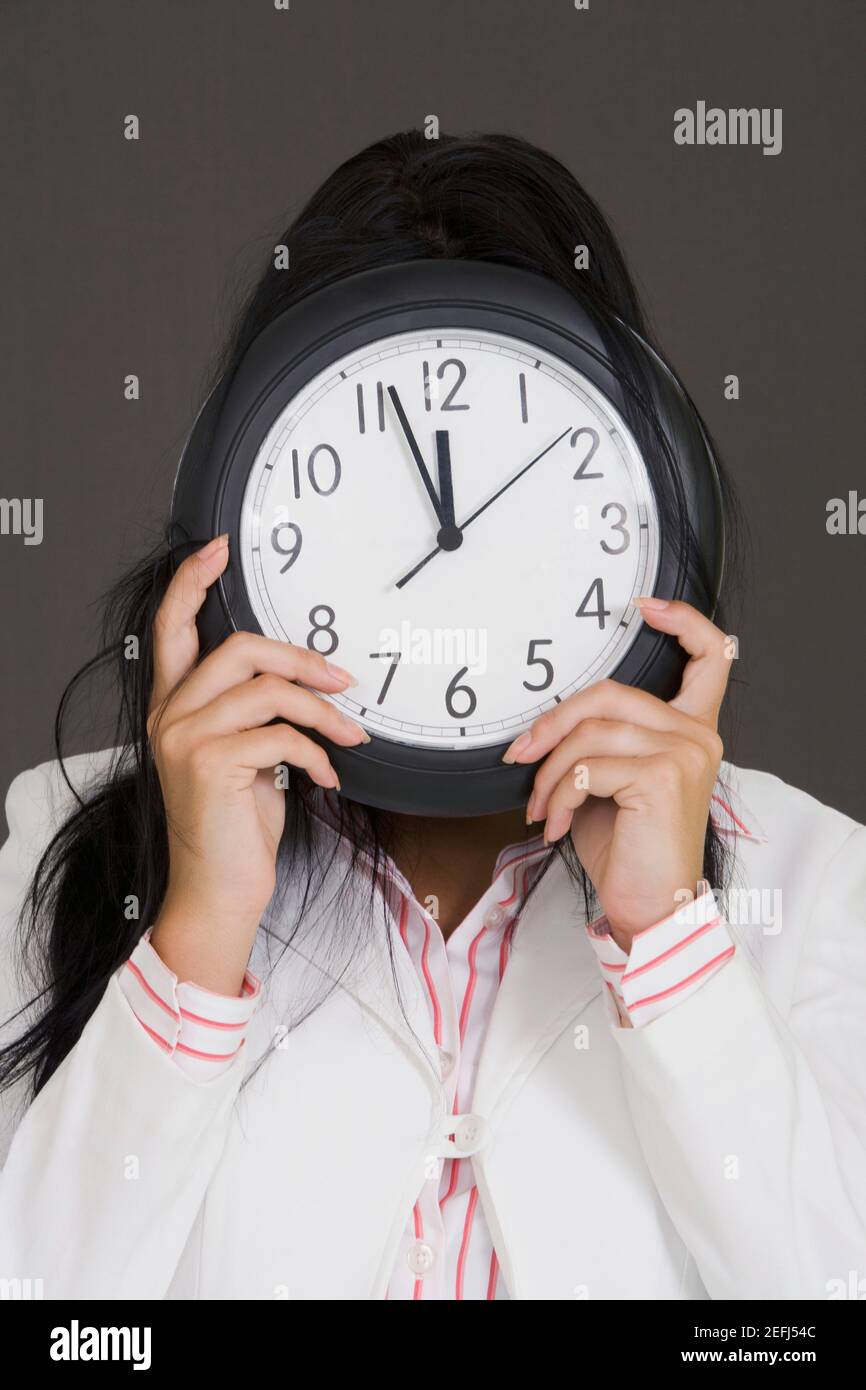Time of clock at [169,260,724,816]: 11:56
